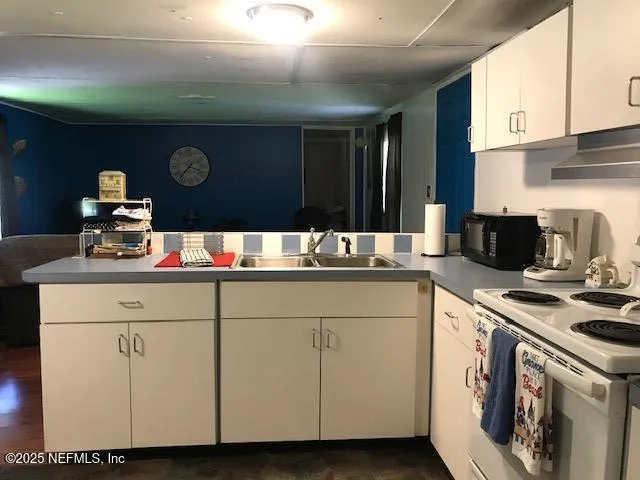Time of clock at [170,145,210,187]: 3:37
